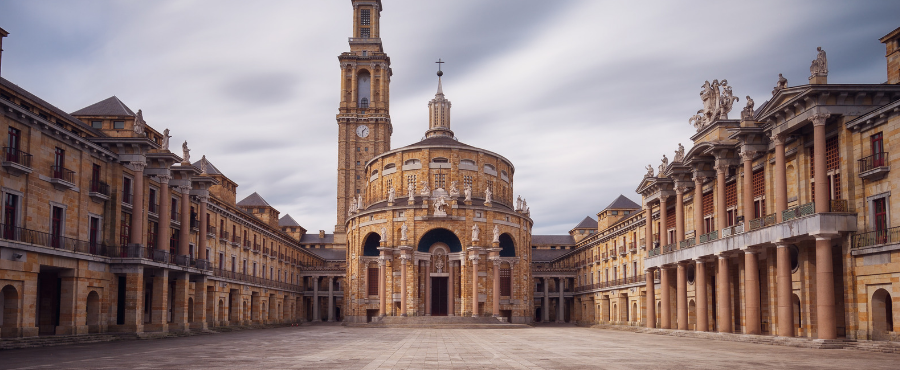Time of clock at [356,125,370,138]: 1:30
